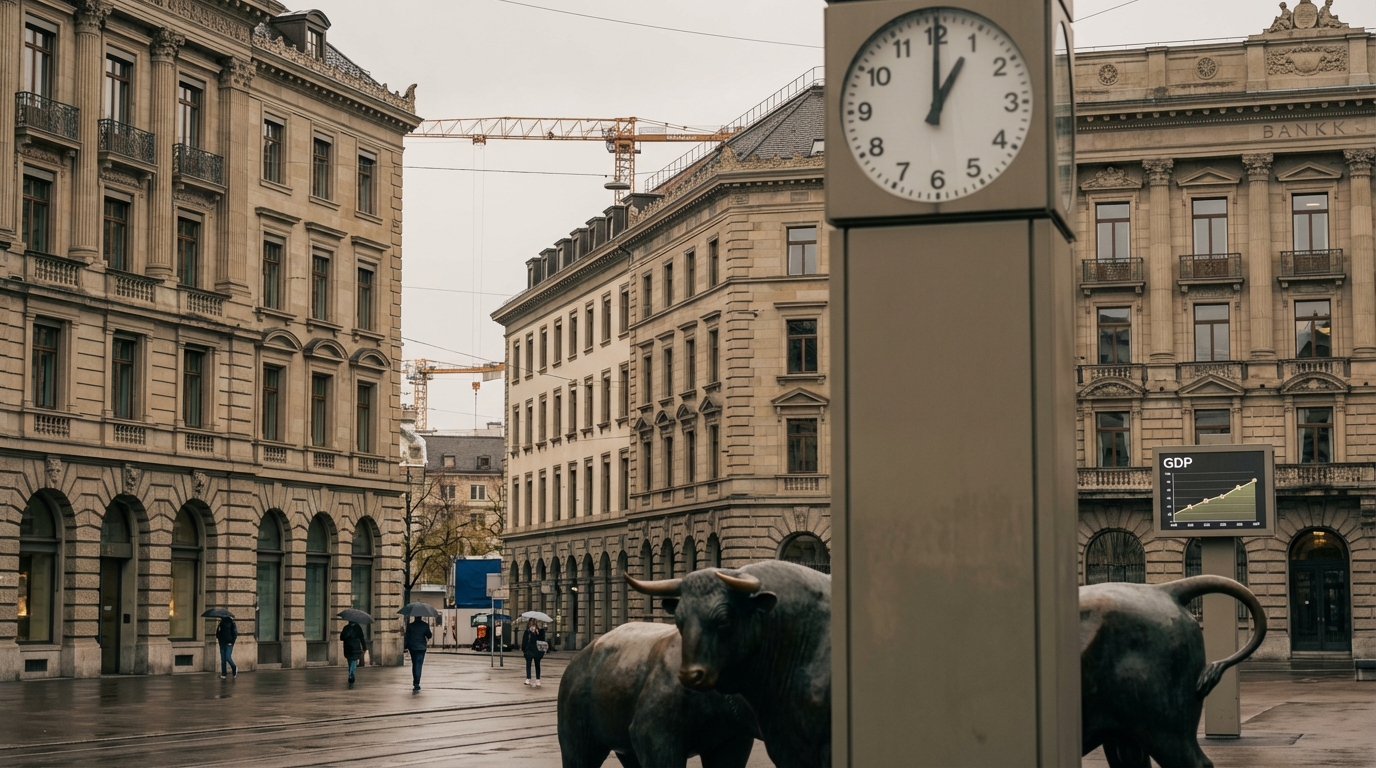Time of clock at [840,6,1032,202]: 1:00
